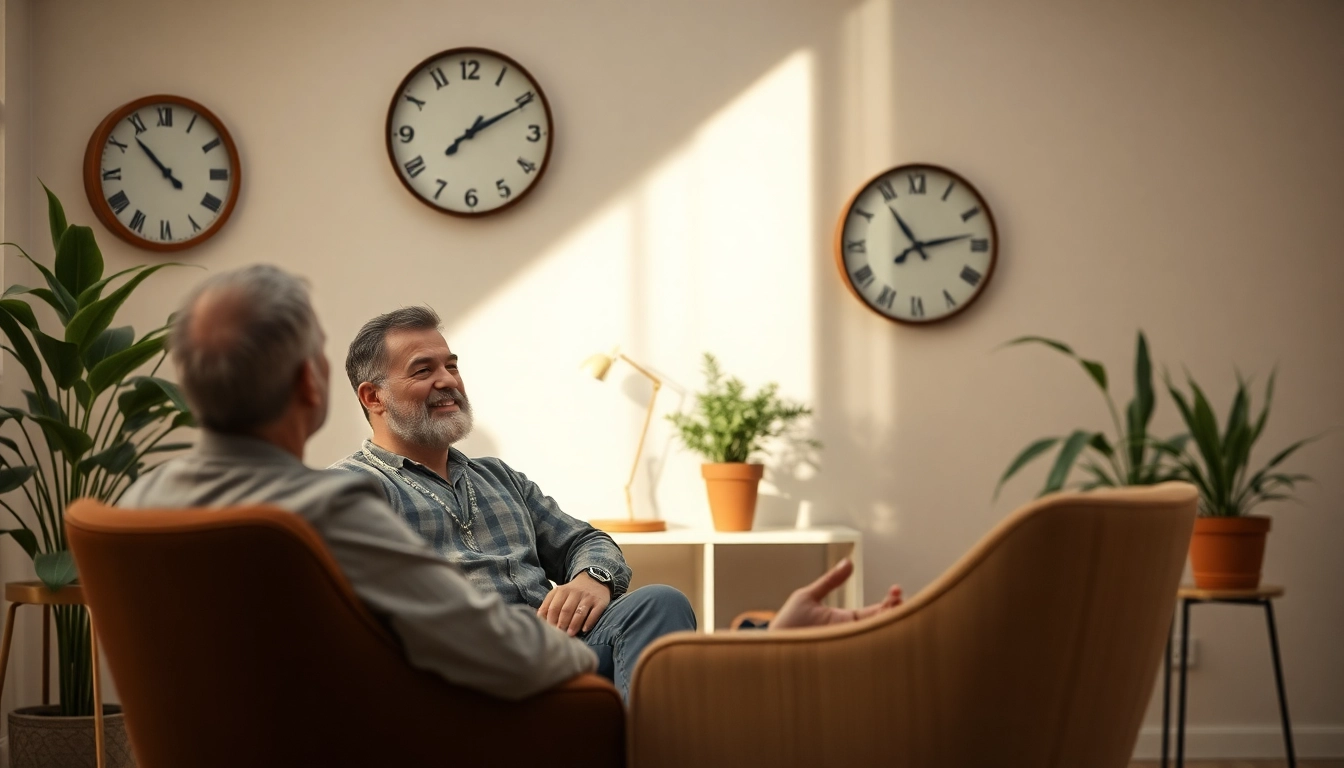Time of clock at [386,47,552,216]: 1:10
